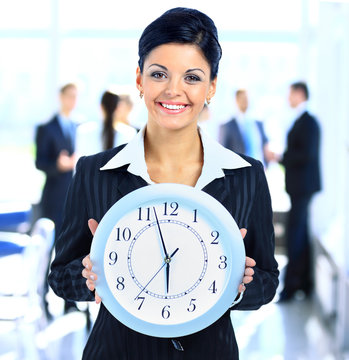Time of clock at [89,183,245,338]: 5:57
